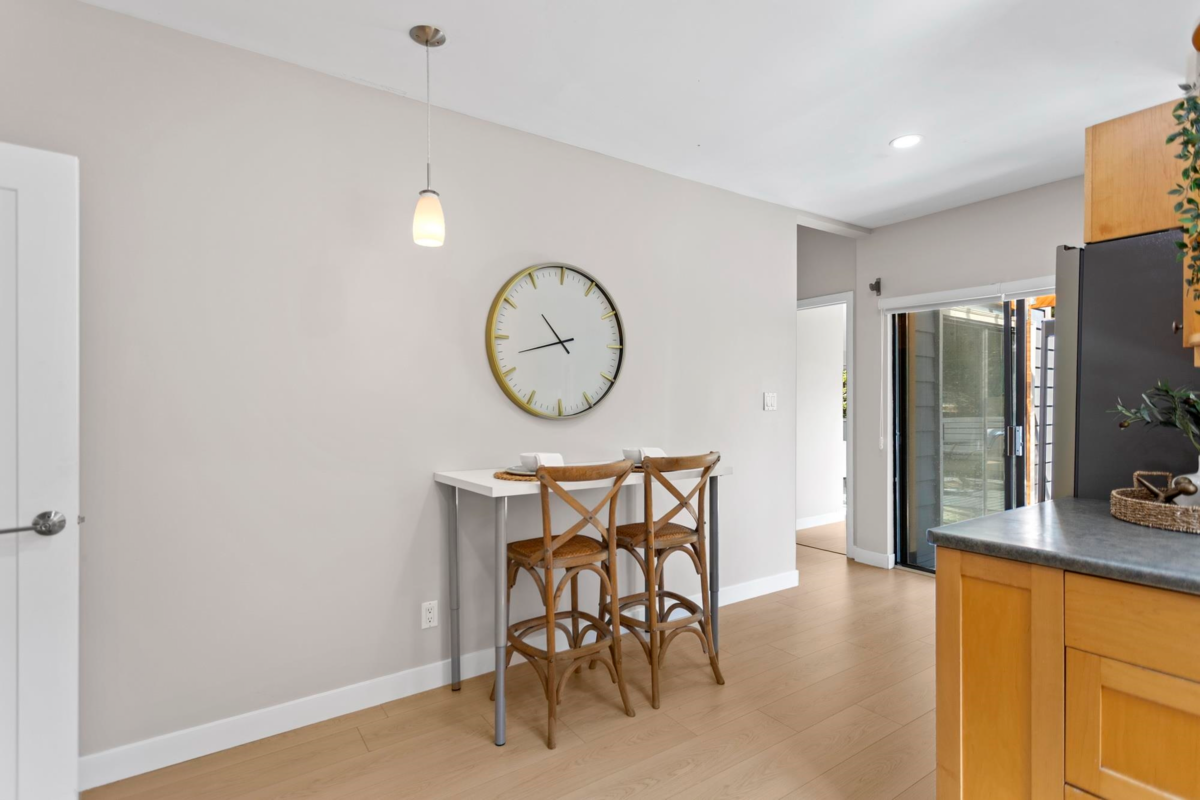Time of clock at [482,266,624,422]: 10:42
